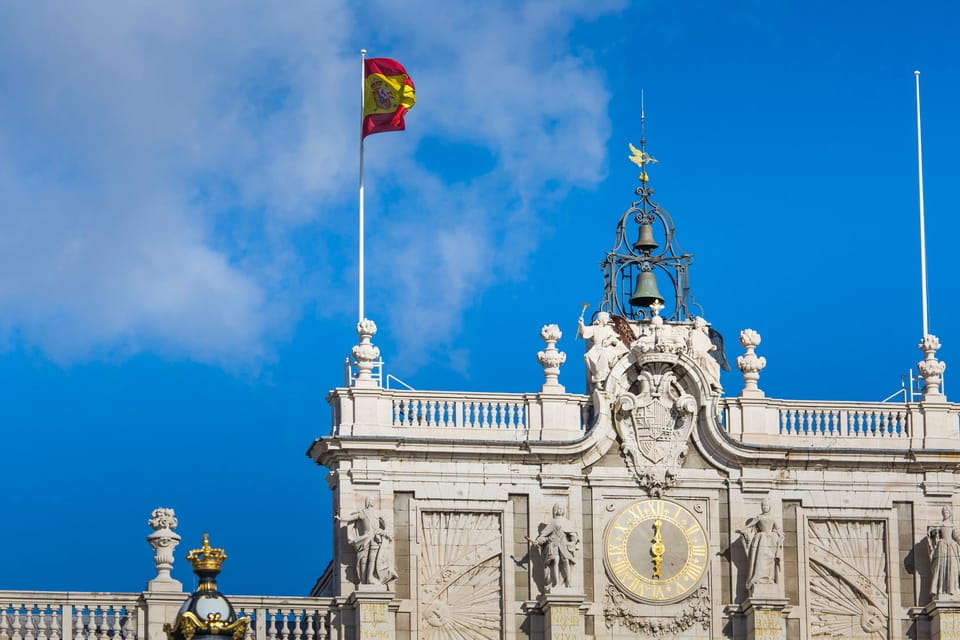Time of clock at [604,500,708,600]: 12:28
